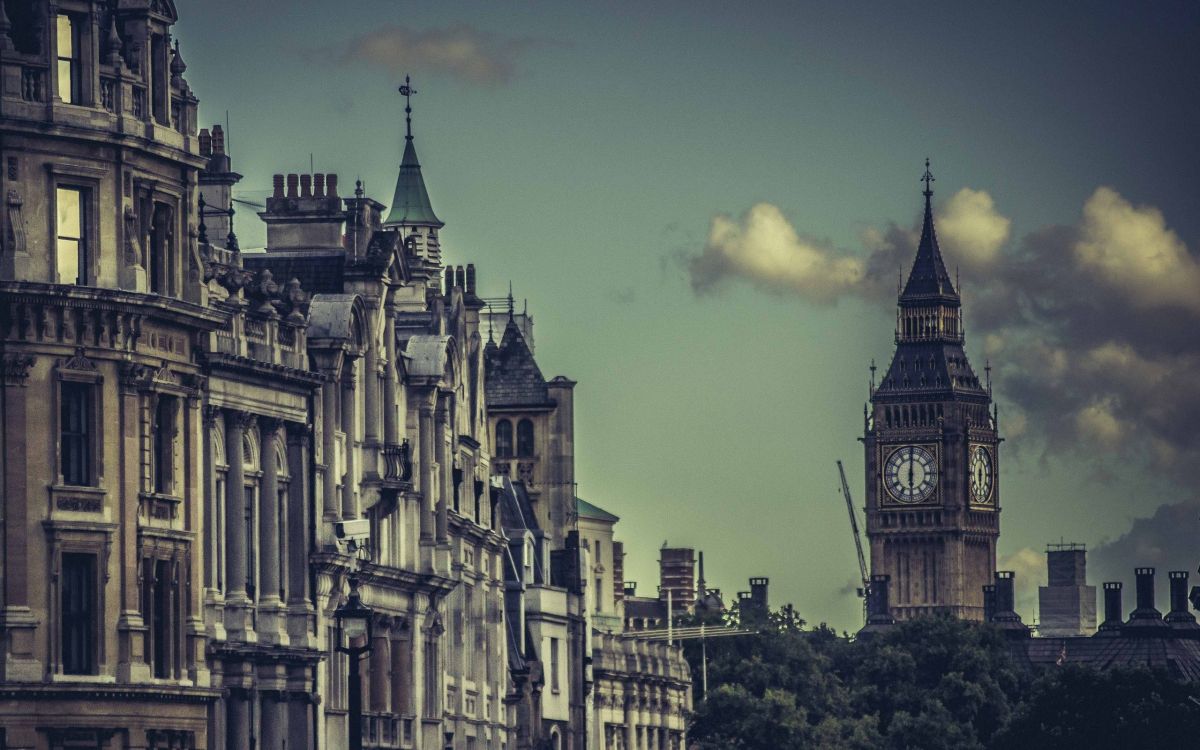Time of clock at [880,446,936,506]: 6:00
